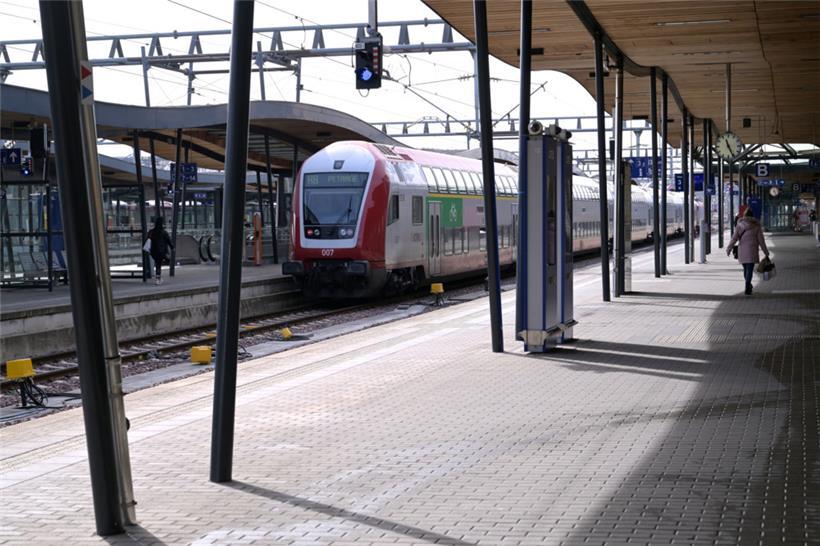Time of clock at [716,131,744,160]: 11:25
